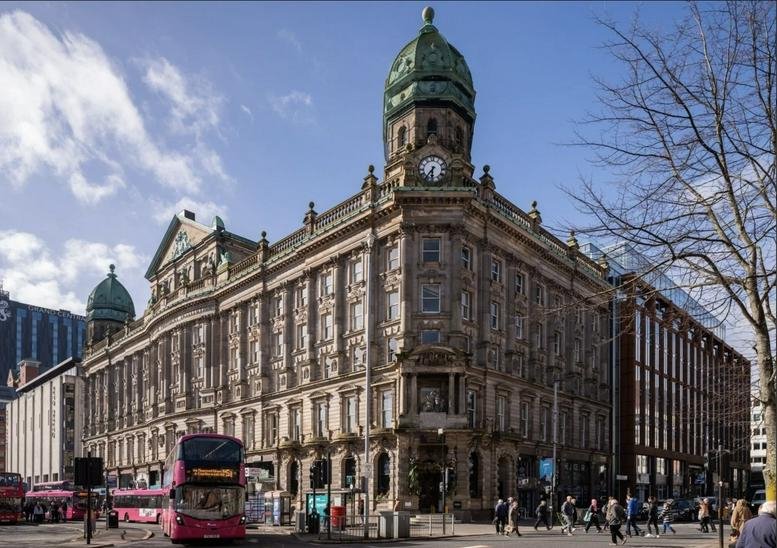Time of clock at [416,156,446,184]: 6:36
